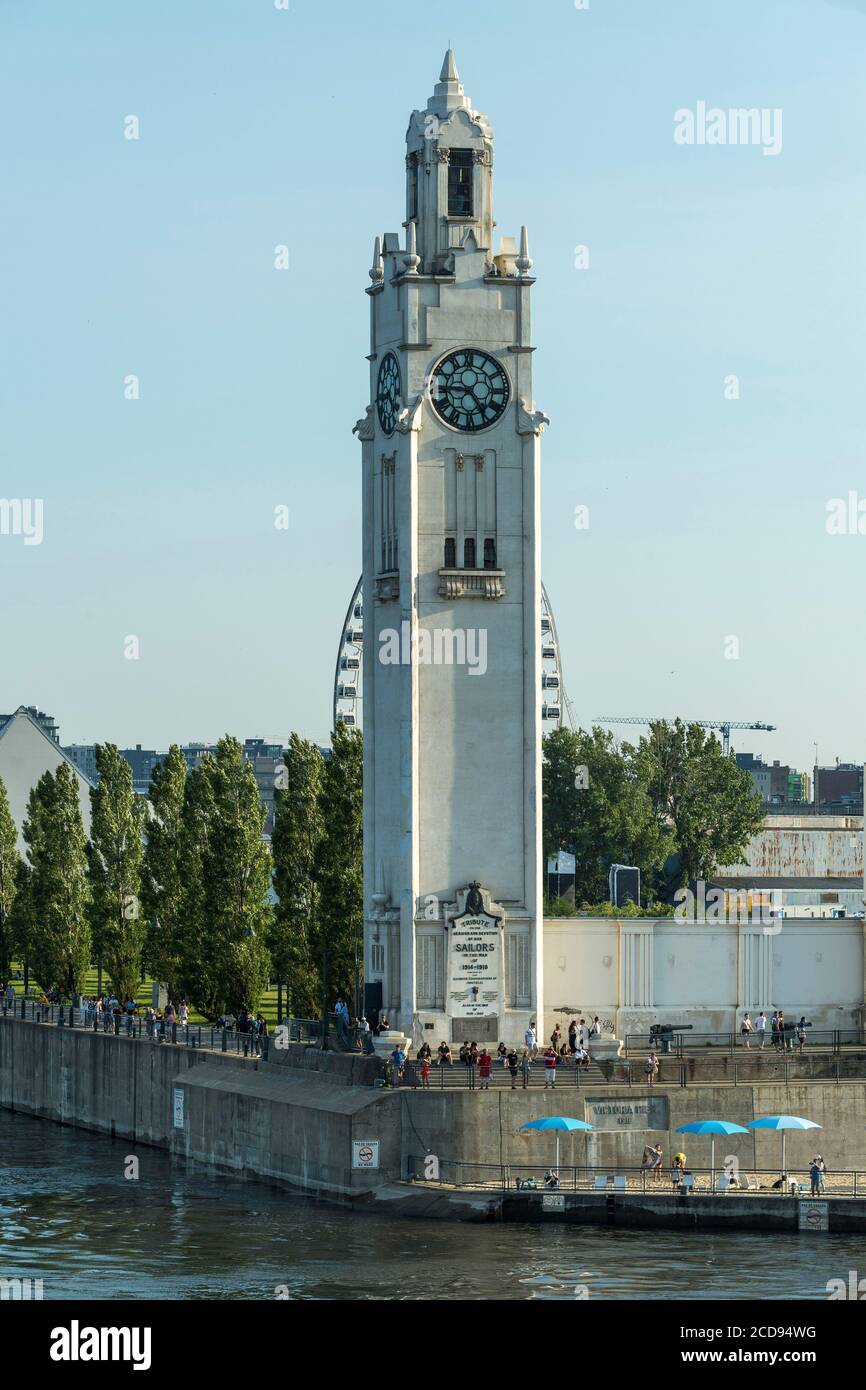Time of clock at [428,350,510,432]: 4:45
